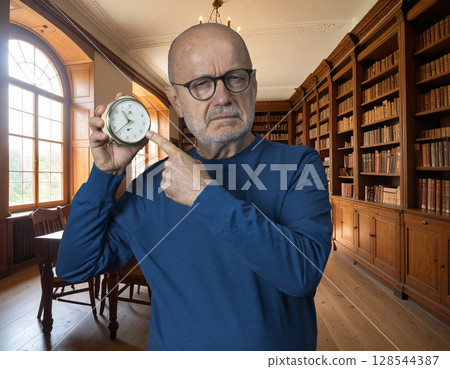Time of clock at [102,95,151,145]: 10:37
